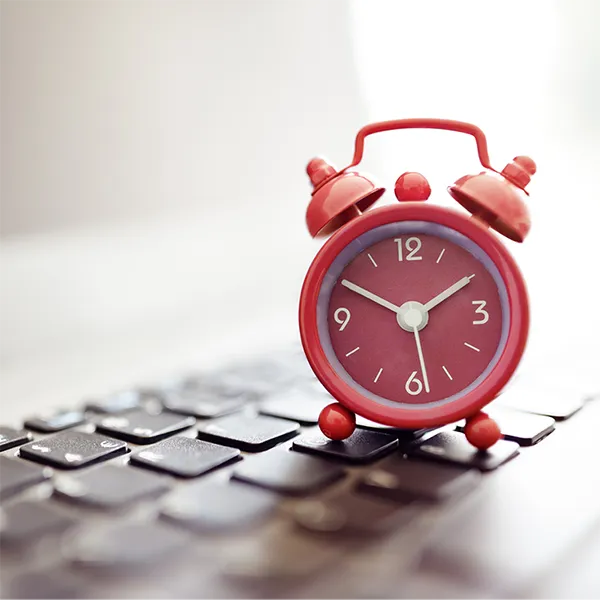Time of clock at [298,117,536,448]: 1:49
